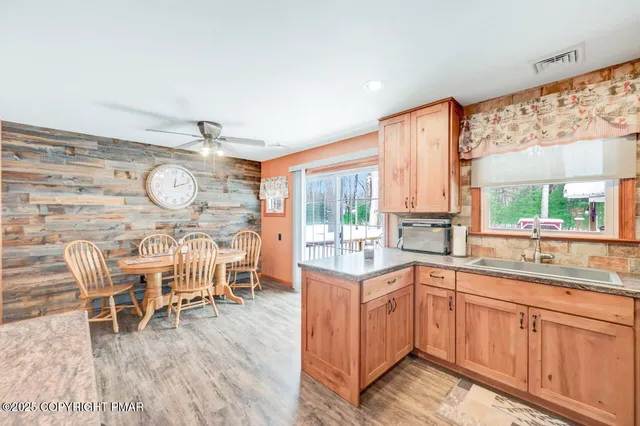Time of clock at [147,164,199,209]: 12:11
